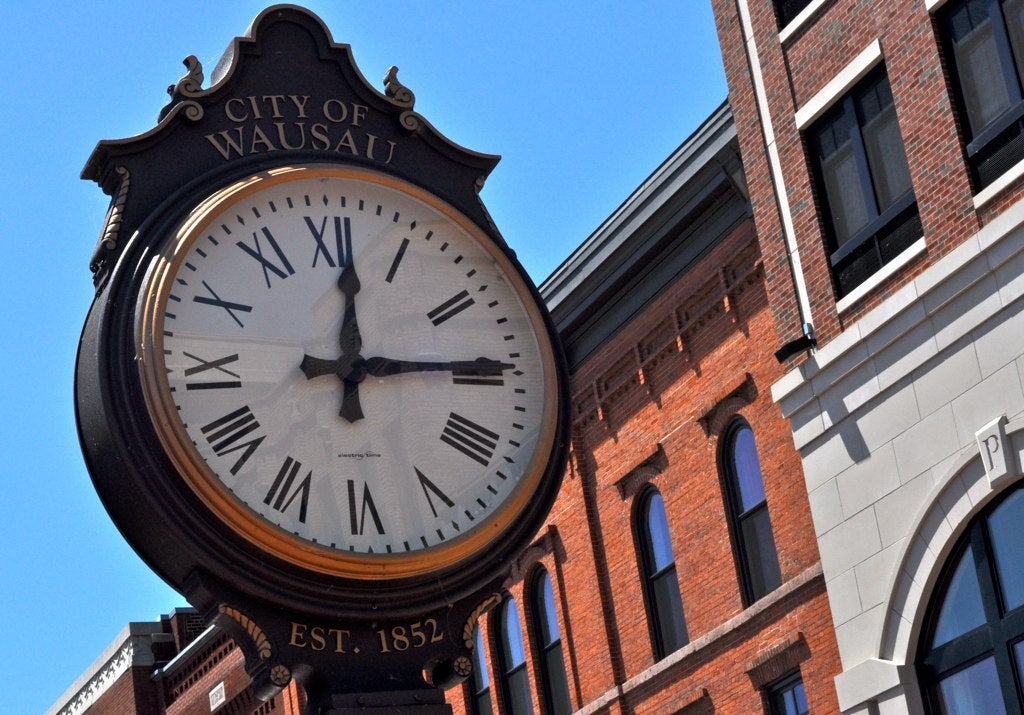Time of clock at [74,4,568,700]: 12:14
